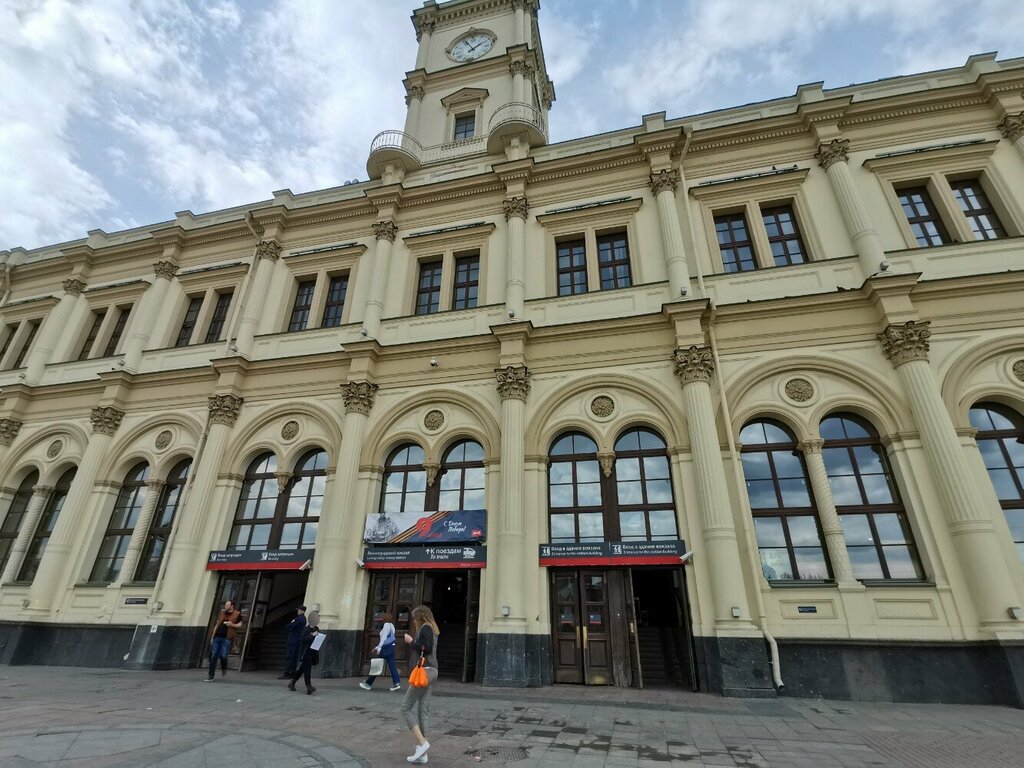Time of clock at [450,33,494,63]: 1:56
